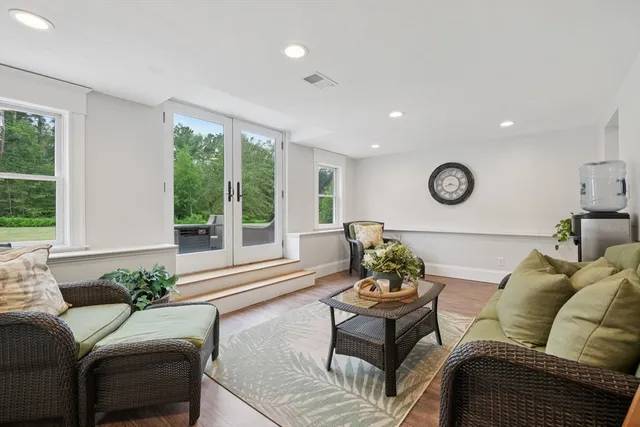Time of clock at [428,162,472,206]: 8:17
